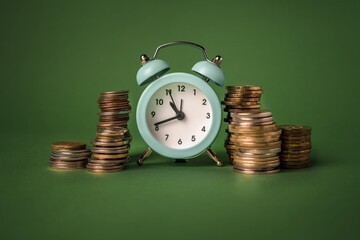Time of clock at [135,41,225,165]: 10:41
